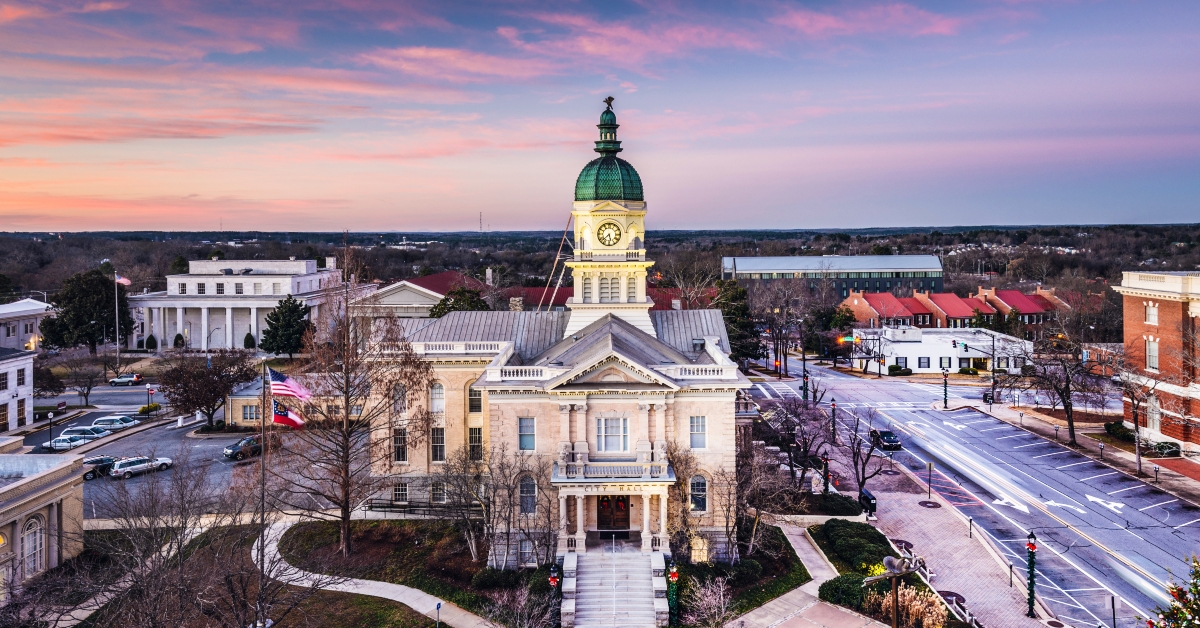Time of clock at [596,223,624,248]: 5:37
